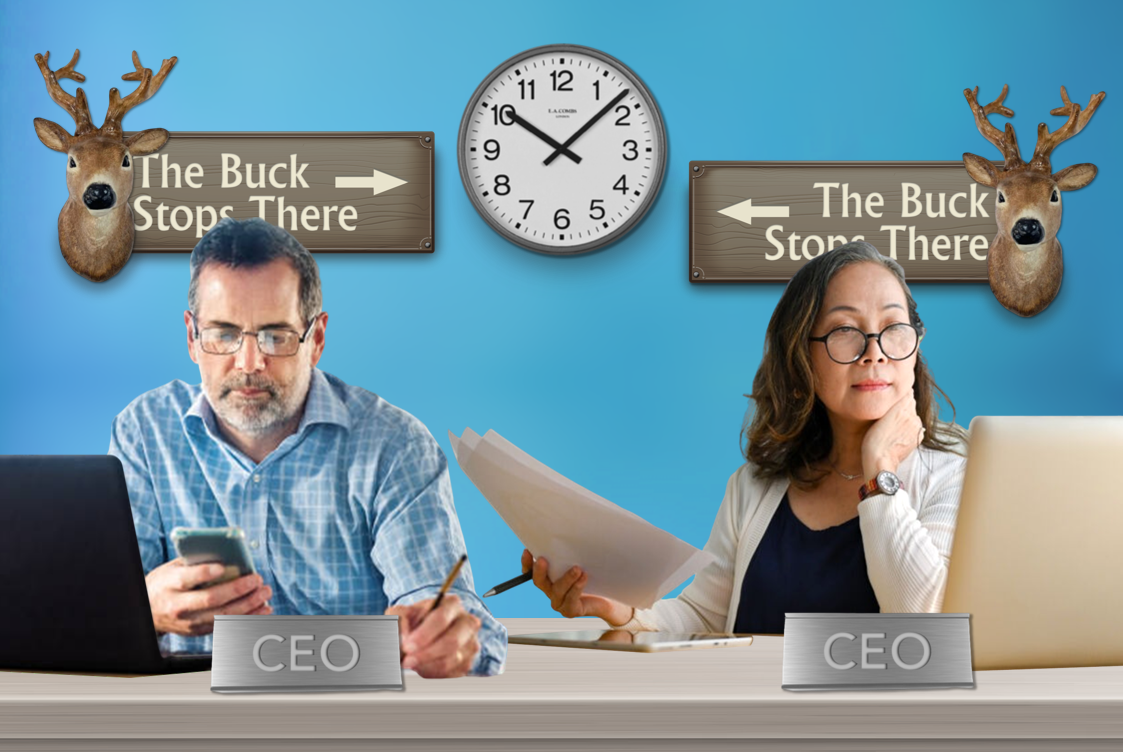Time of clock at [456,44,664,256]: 10:07
